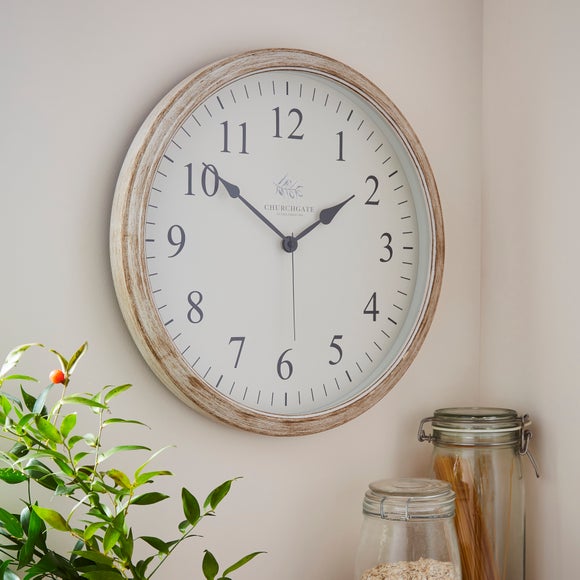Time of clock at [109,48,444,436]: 1:51
